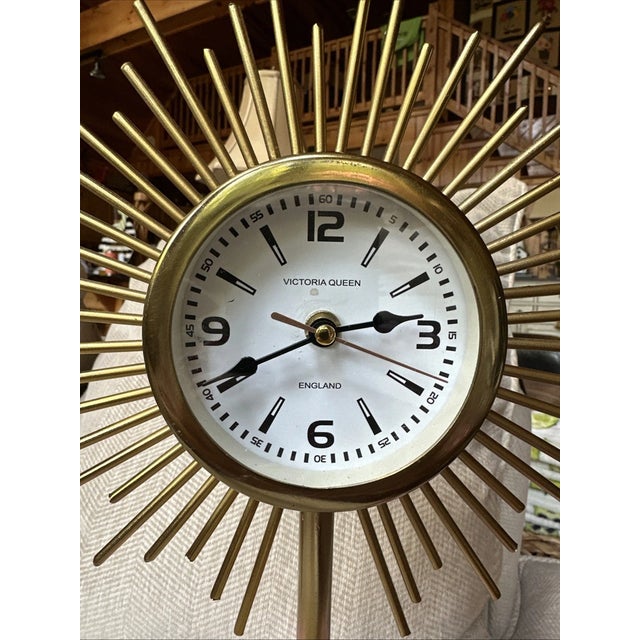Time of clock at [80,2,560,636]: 2:40
